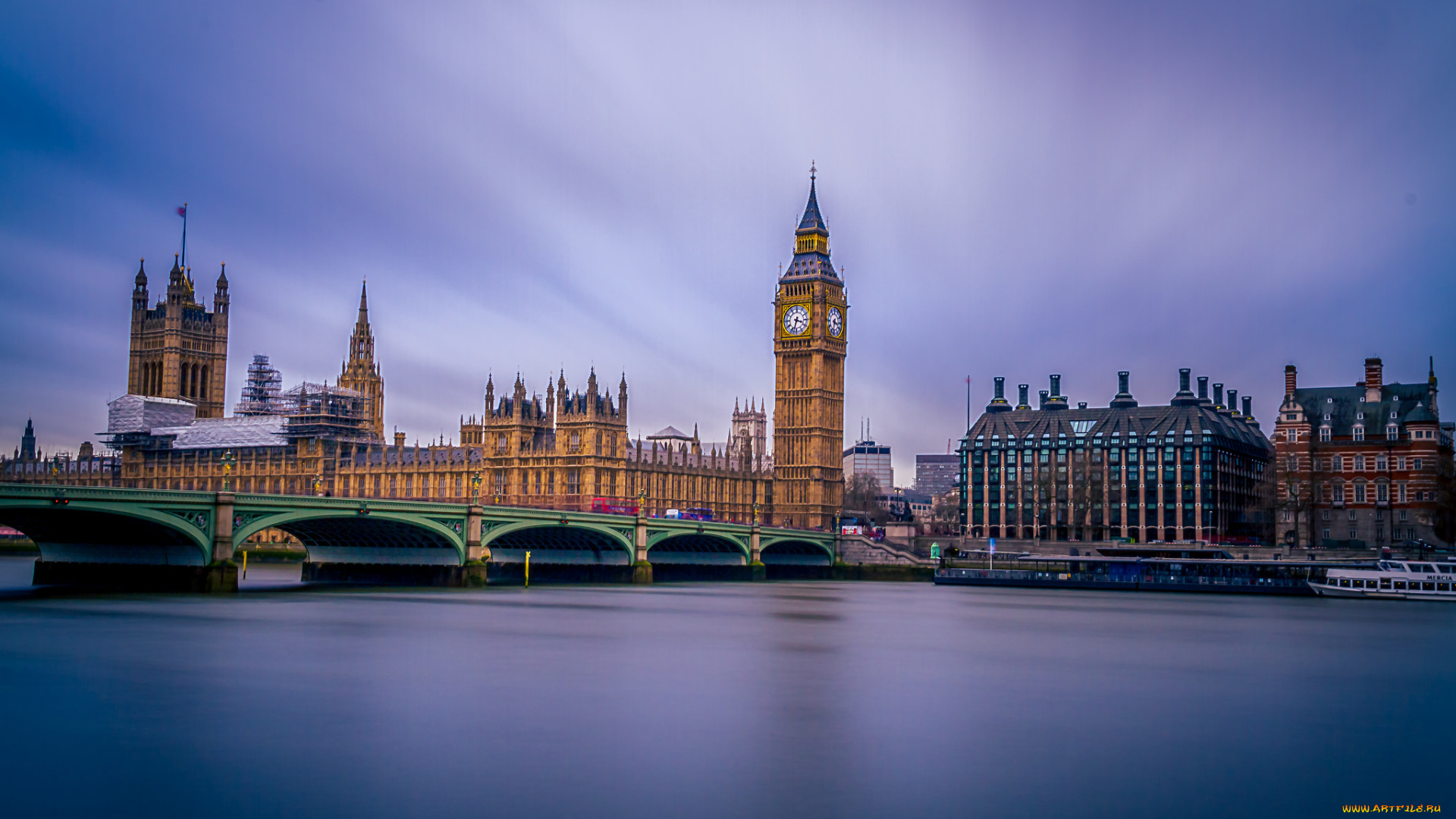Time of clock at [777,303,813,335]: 3:33
